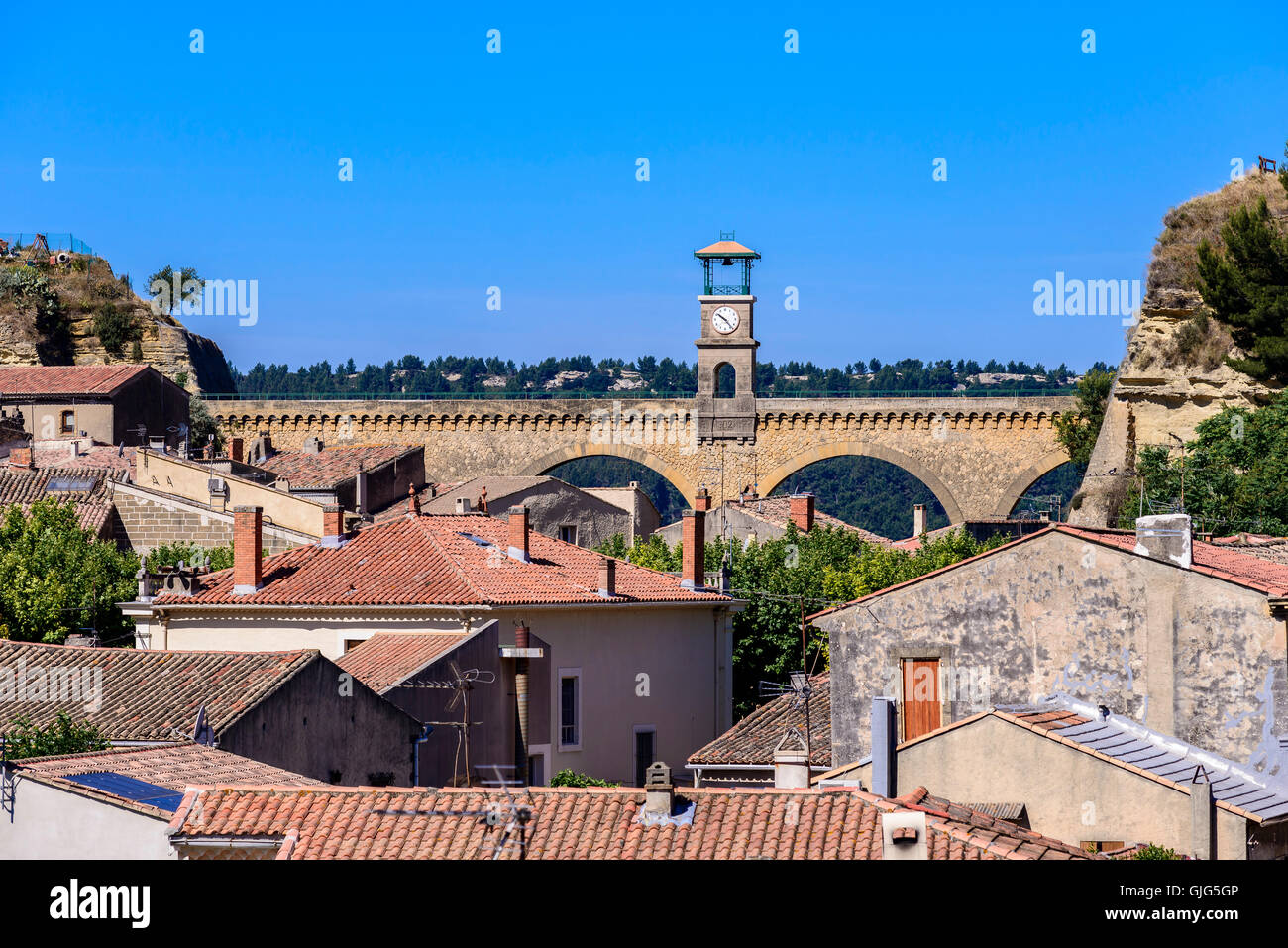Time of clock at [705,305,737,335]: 10:23
